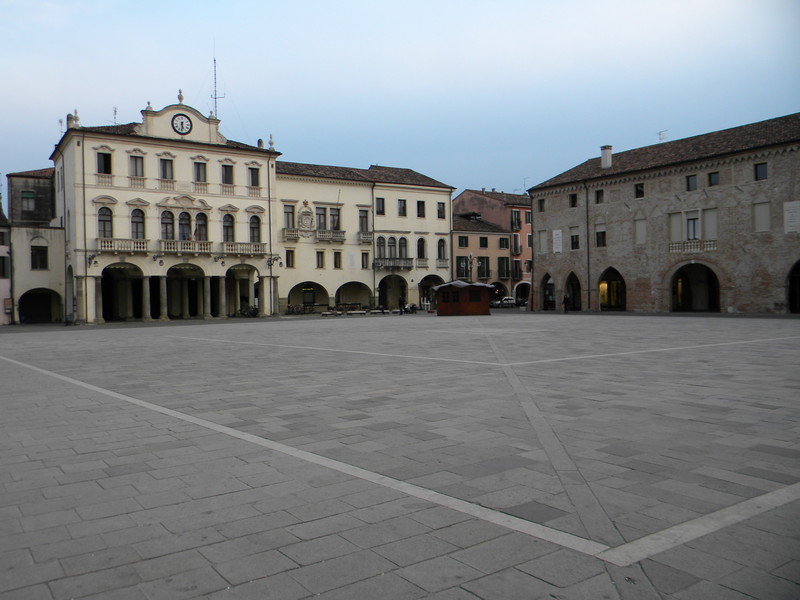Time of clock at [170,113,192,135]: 5:31
